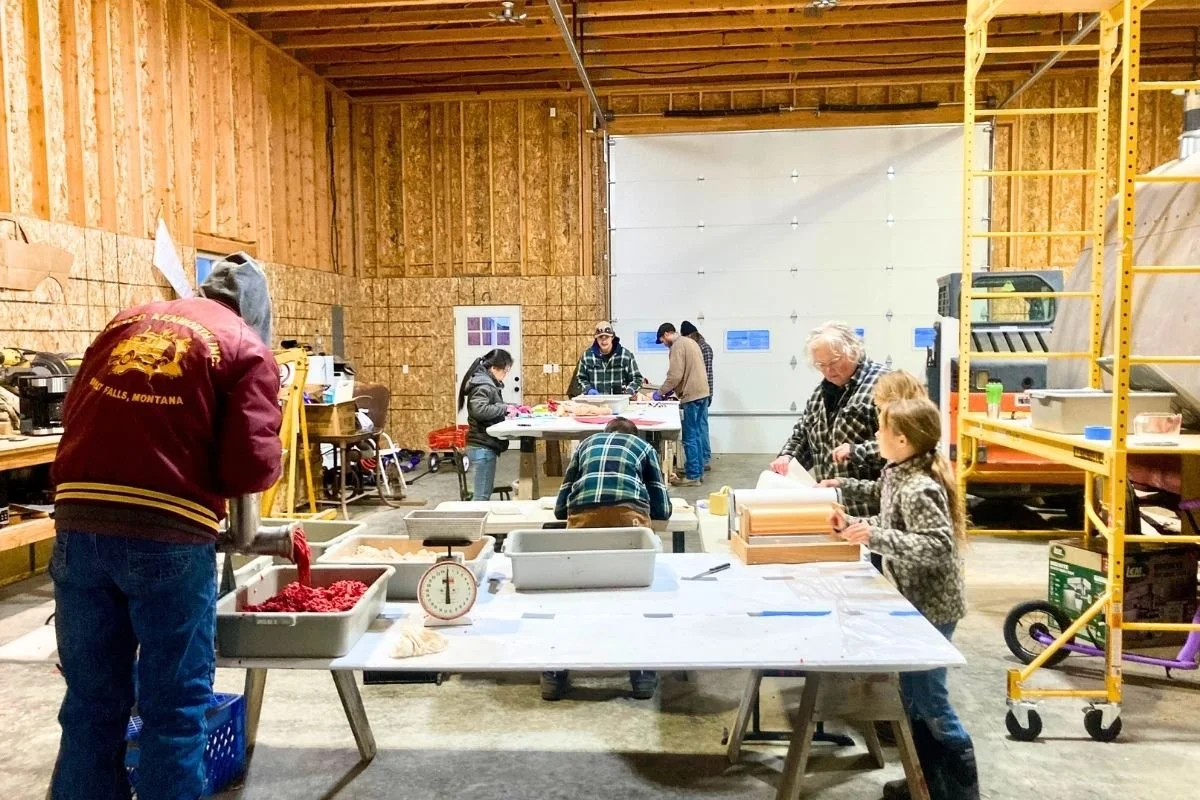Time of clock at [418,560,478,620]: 6:00
